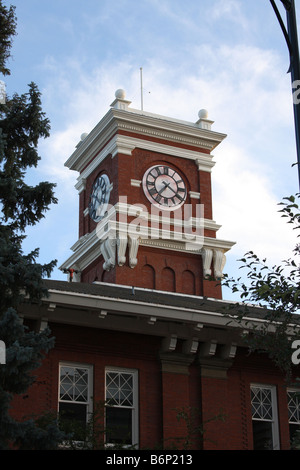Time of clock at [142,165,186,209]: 7:20
